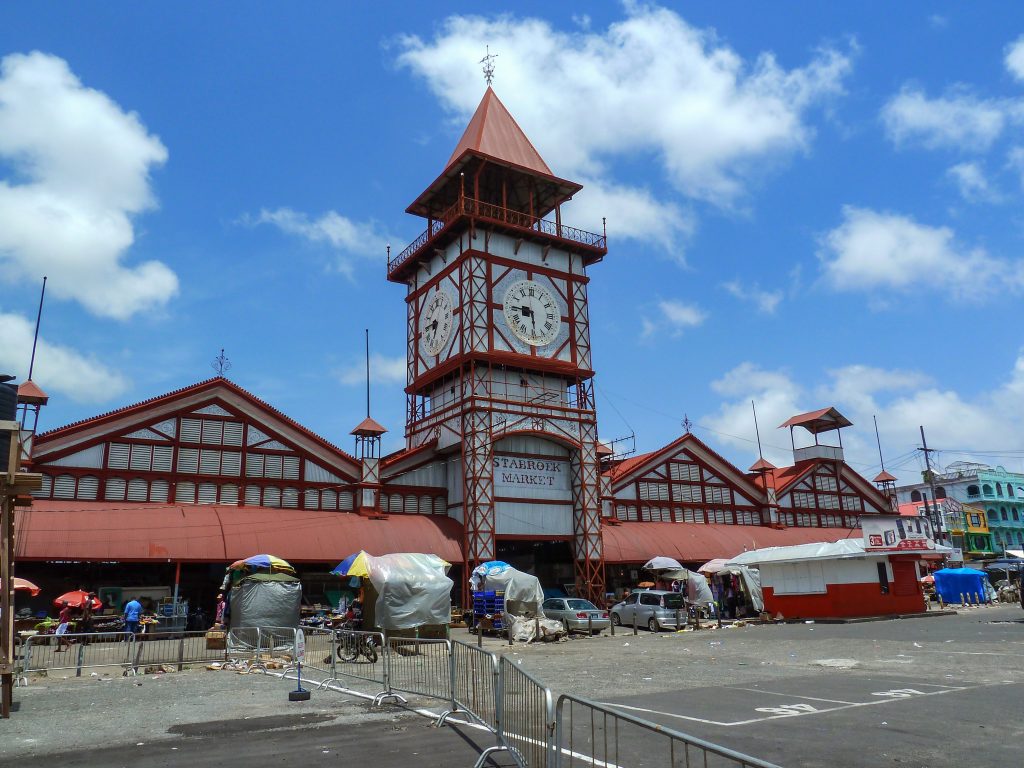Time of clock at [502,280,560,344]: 5:45
